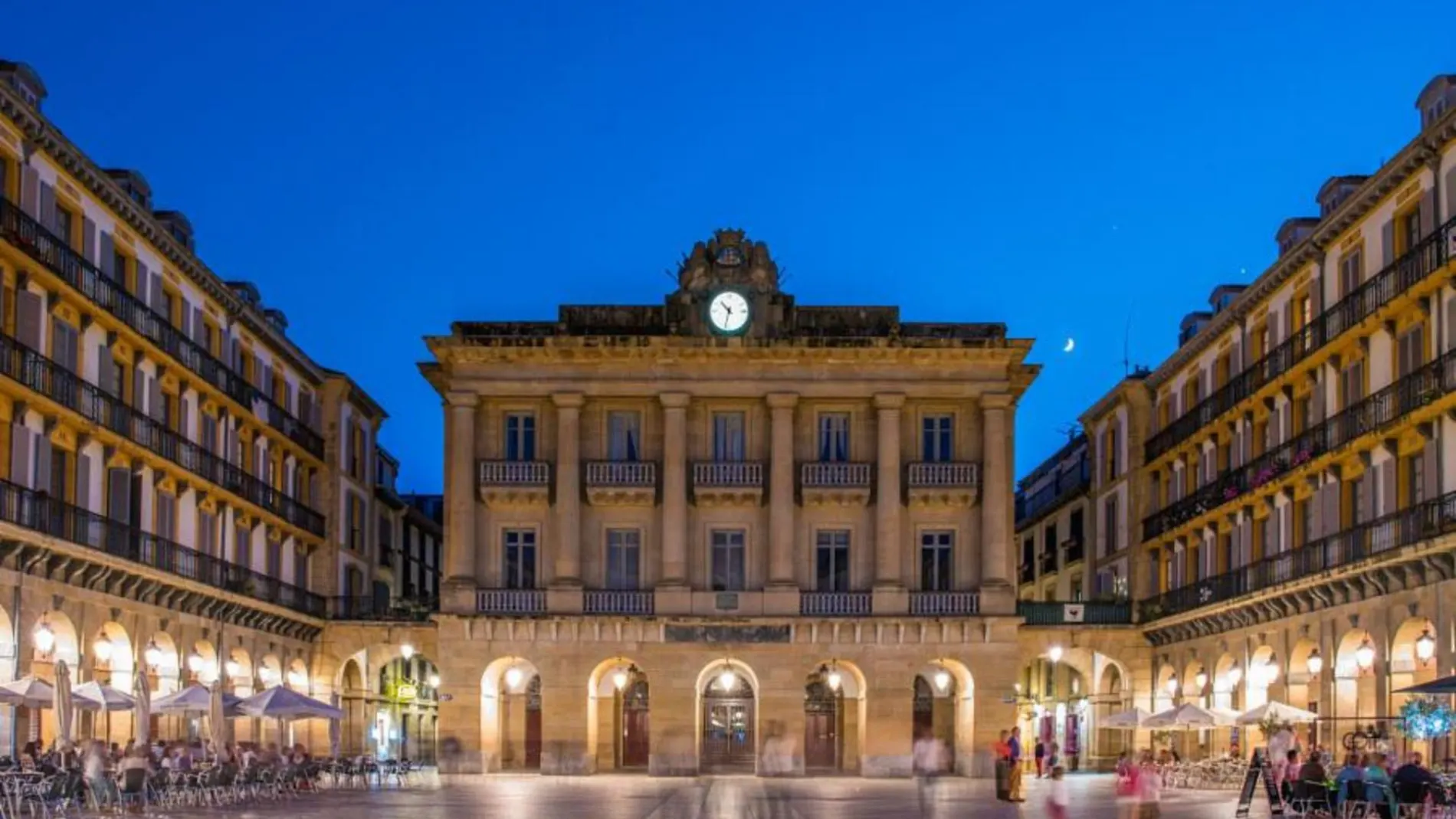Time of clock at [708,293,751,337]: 10:32
